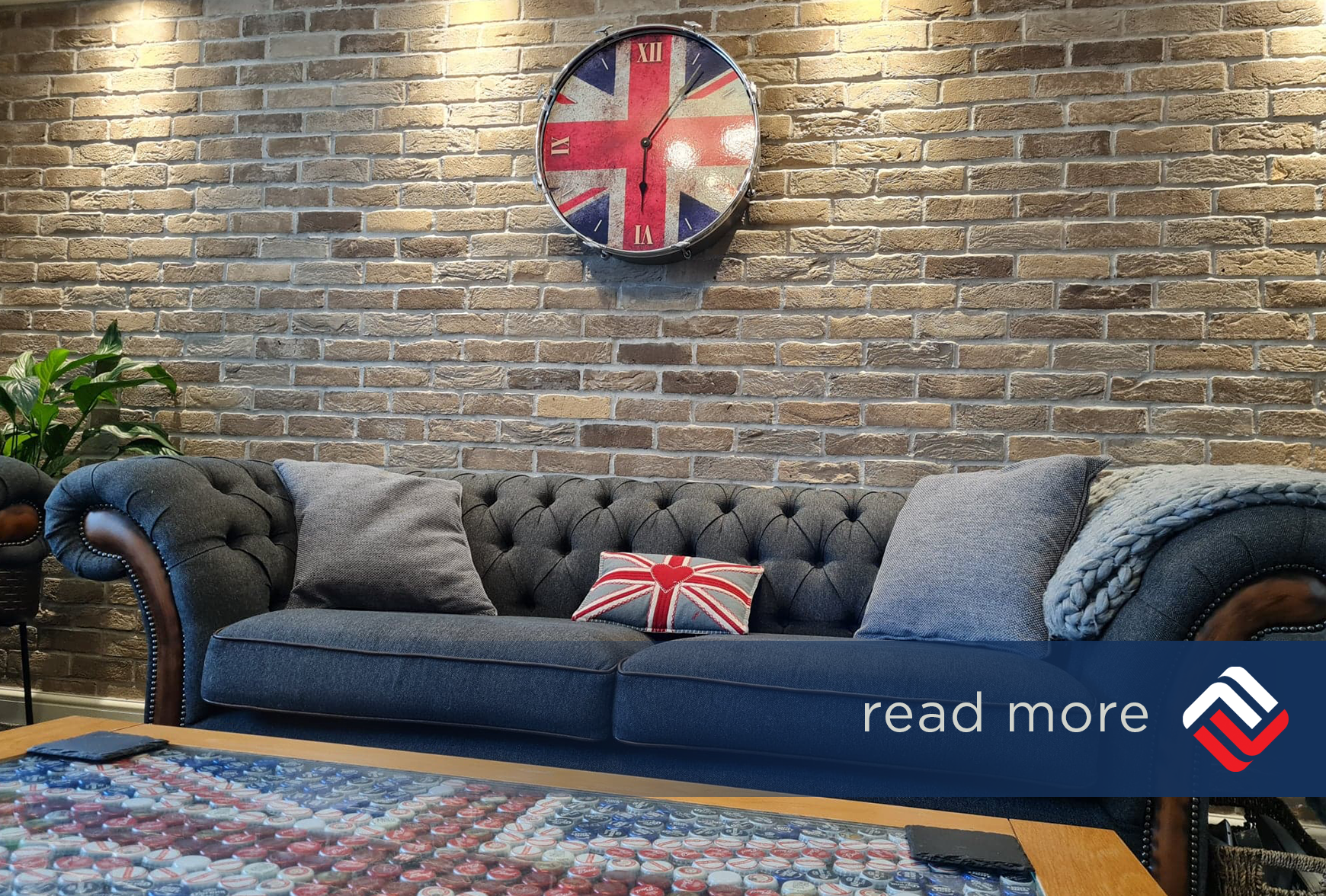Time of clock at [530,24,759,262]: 6:06
